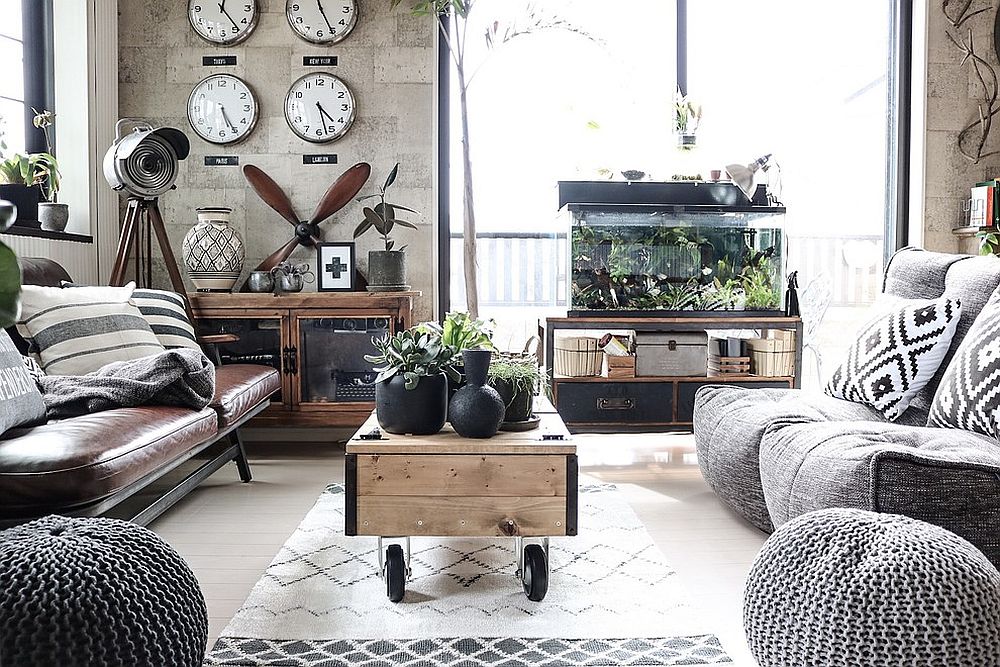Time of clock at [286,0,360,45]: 11:25
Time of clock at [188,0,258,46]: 12:23
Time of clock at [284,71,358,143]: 4:27
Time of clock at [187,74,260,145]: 5:25
